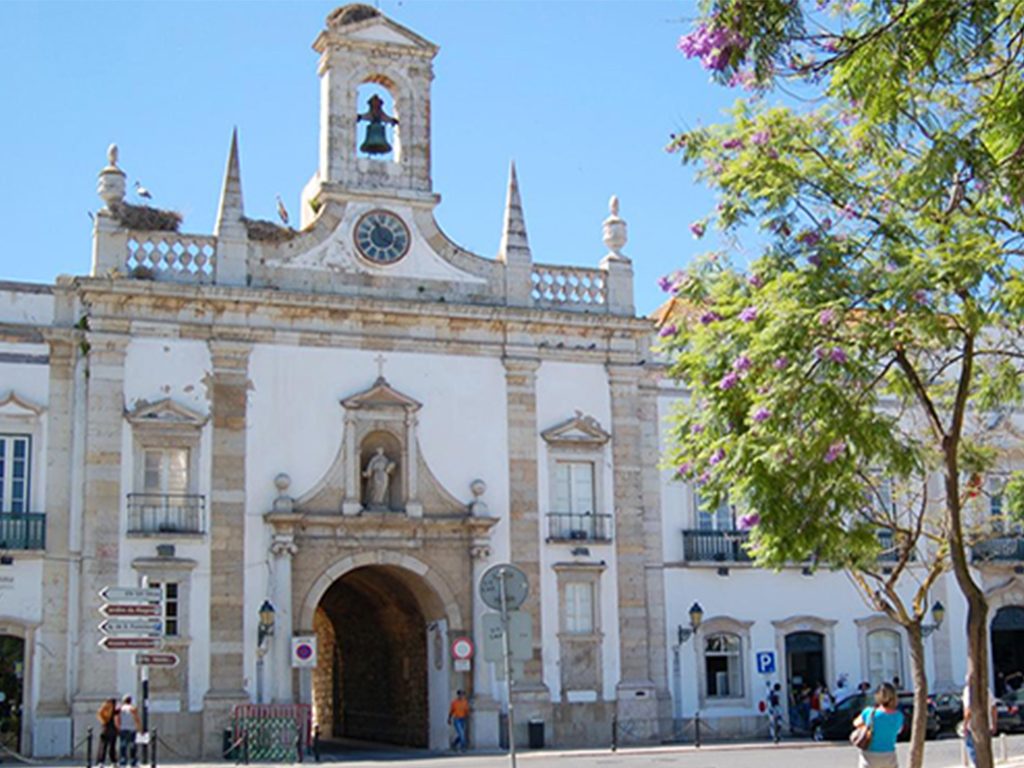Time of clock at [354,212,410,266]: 3:56
